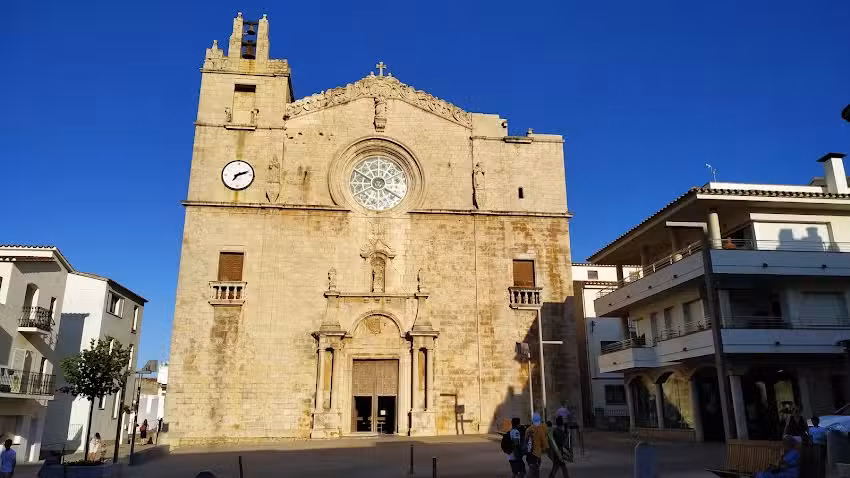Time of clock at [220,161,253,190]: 7:11
